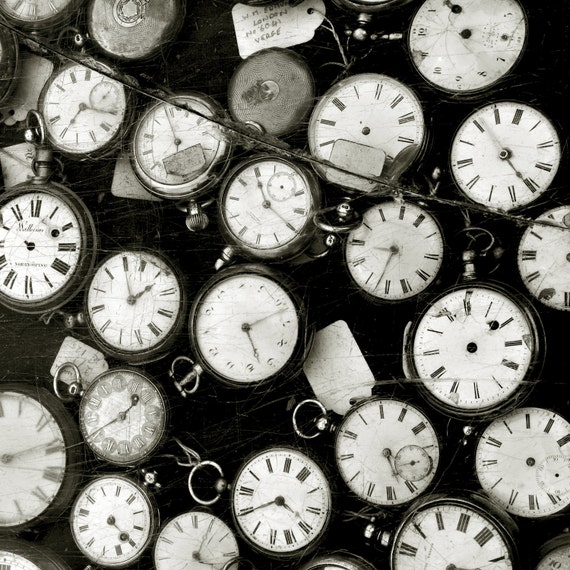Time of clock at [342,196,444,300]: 8:32
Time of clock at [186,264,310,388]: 5:12
